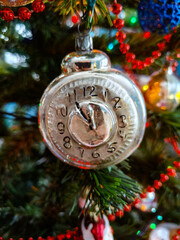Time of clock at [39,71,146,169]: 11:54
